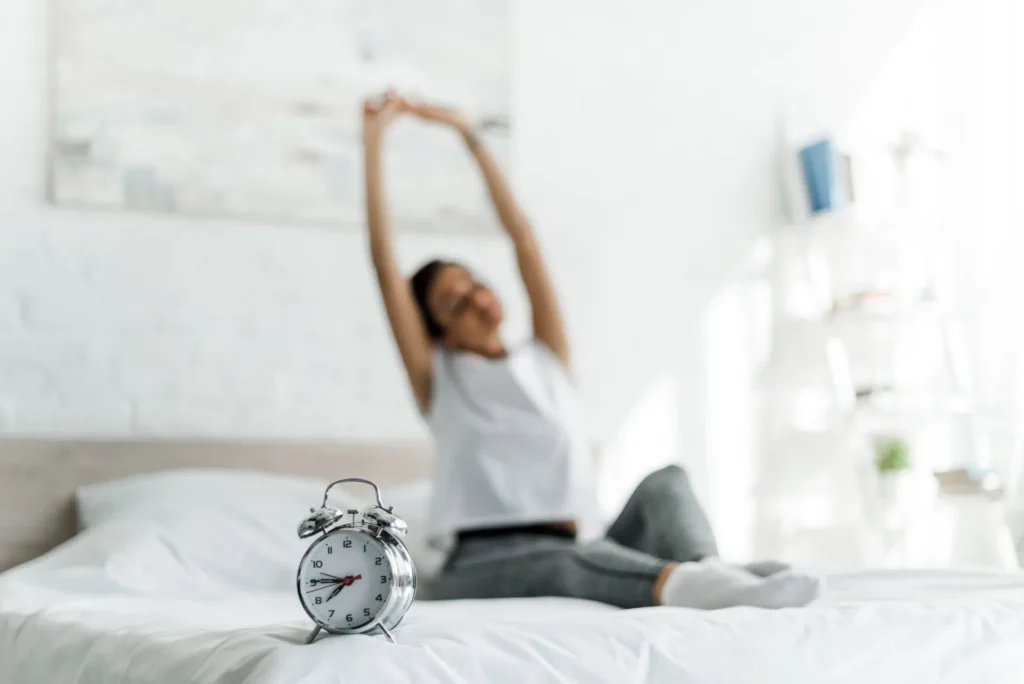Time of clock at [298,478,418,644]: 7:45
